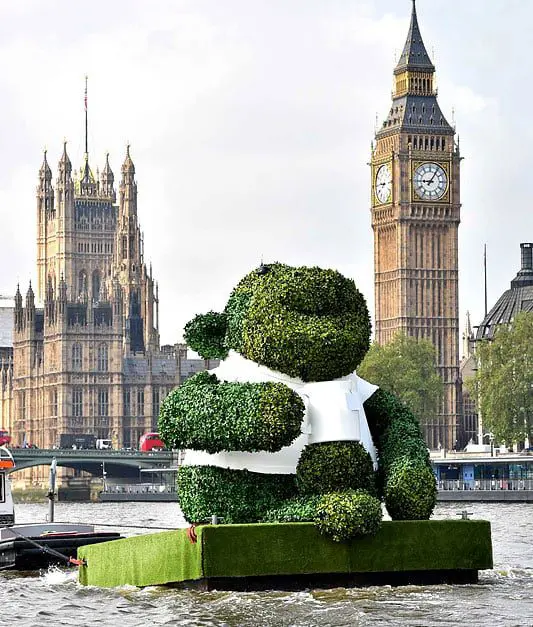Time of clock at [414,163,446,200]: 9:05
